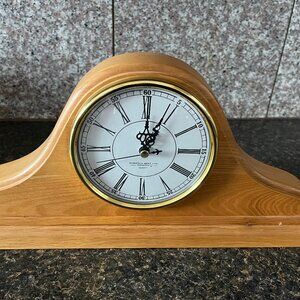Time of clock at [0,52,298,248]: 1:00
